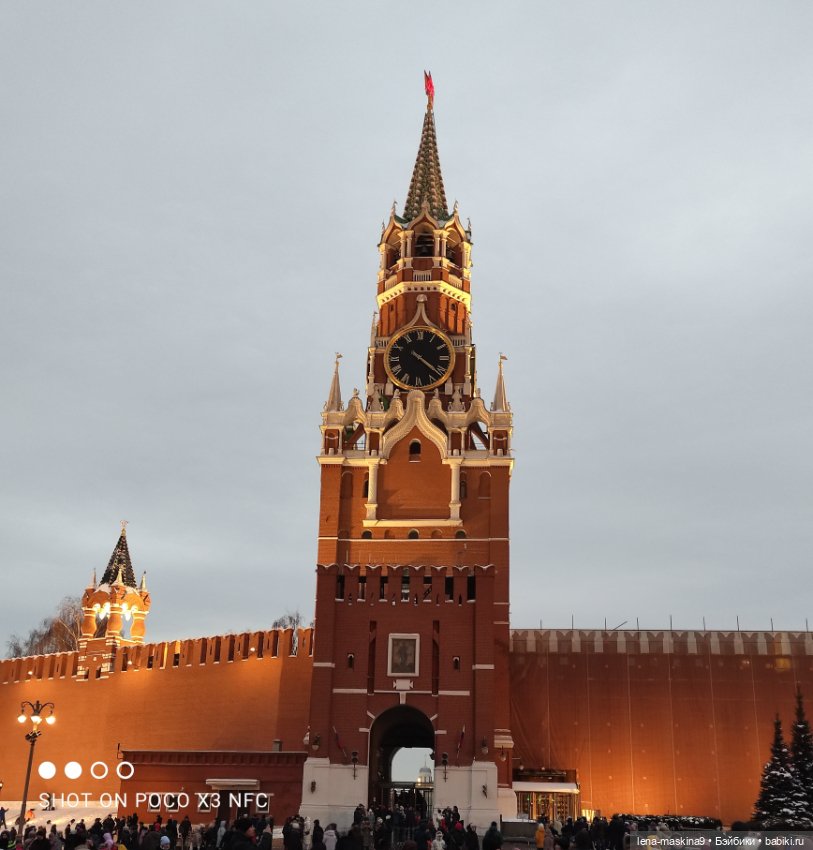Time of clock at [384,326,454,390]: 4:21
